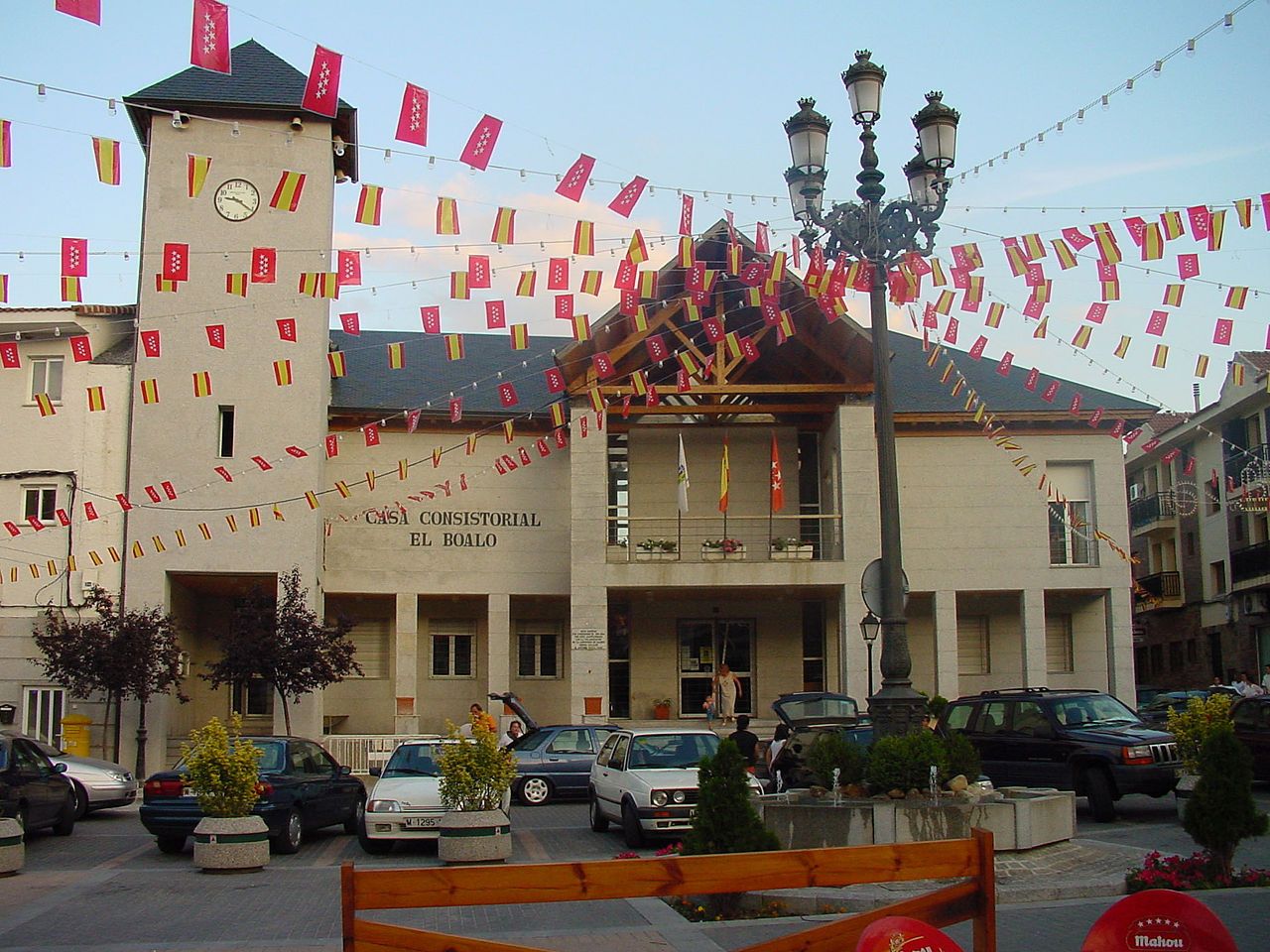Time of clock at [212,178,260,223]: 9:20
